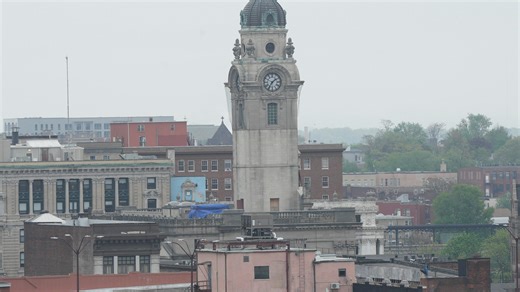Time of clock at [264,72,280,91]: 7:08
